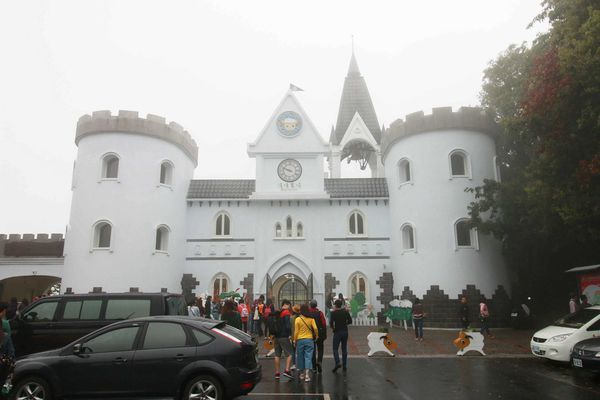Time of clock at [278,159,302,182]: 9:48
